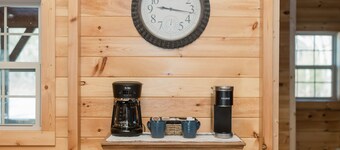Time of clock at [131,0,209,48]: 9:16
